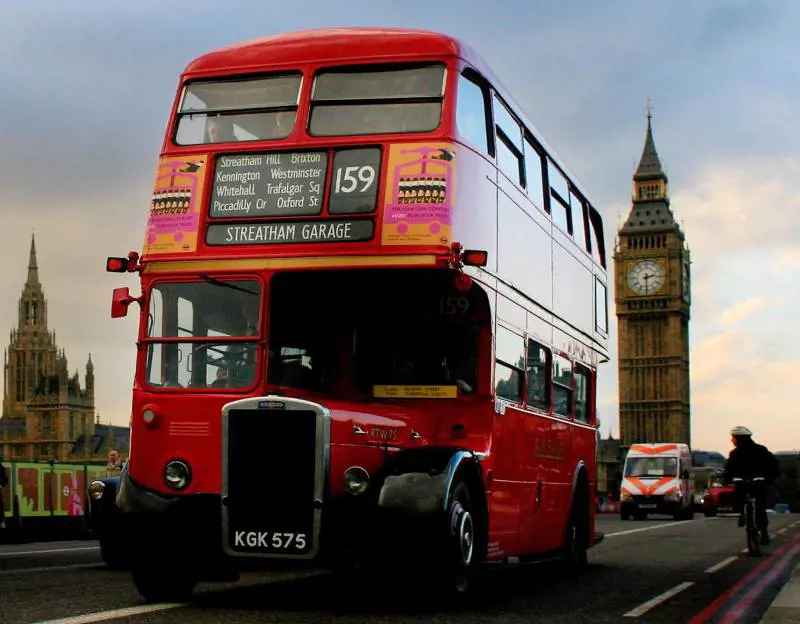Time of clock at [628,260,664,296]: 2:30
